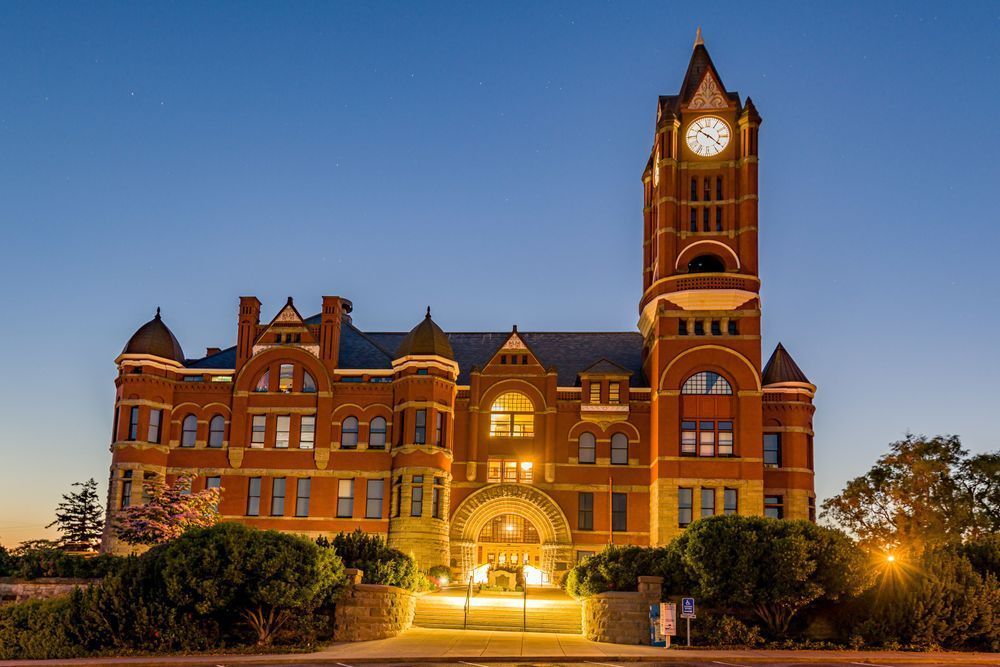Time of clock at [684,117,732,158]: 10:21
